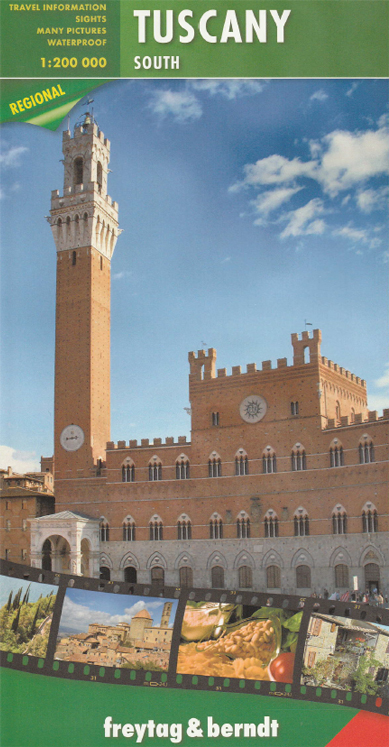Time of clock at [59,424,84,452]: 2:43
